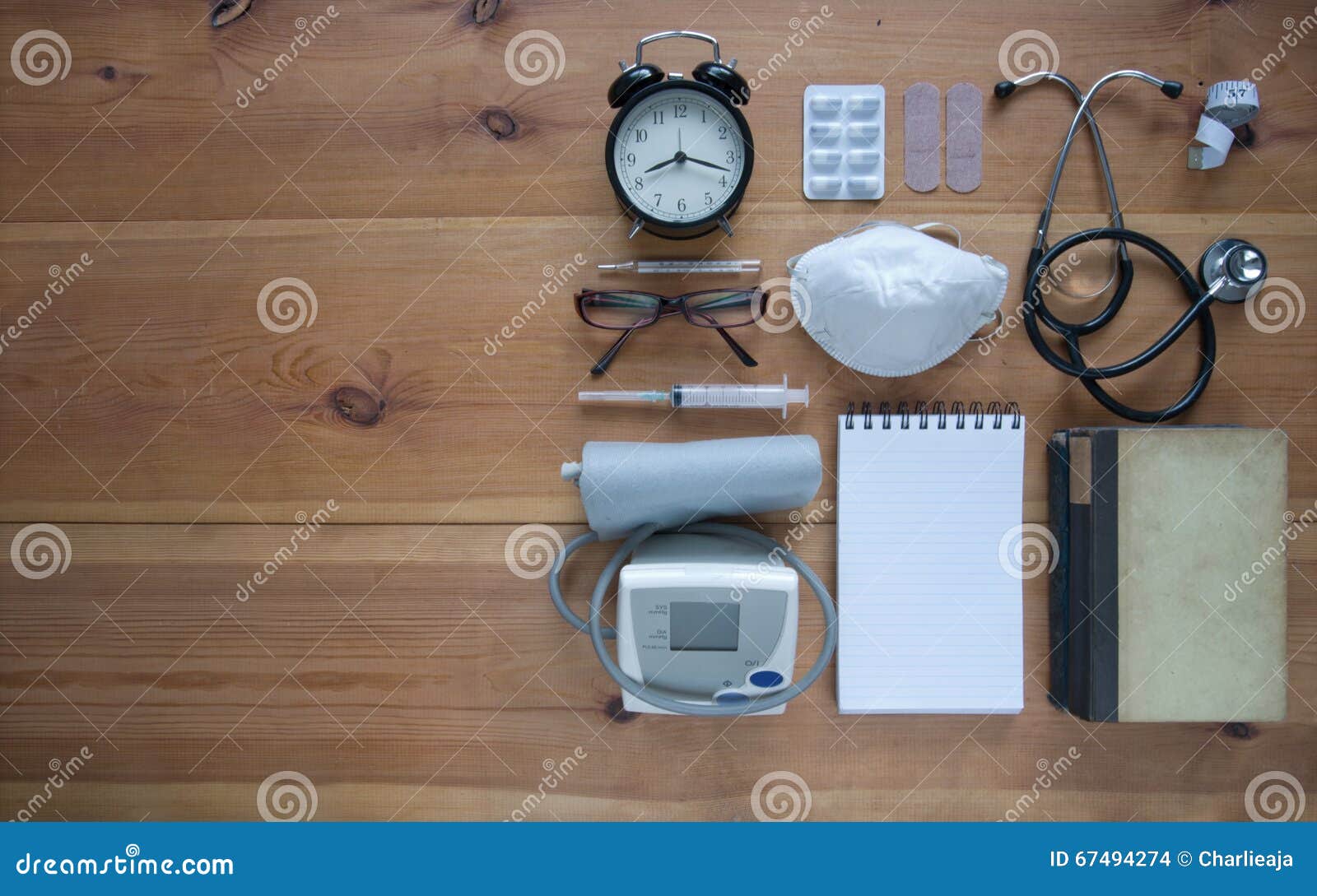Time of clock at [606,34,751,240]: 8:18
